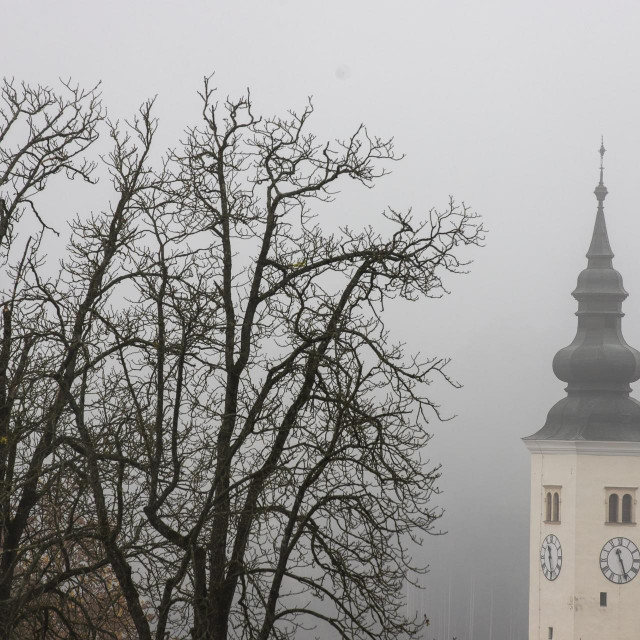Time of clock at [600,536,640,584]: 11:26
